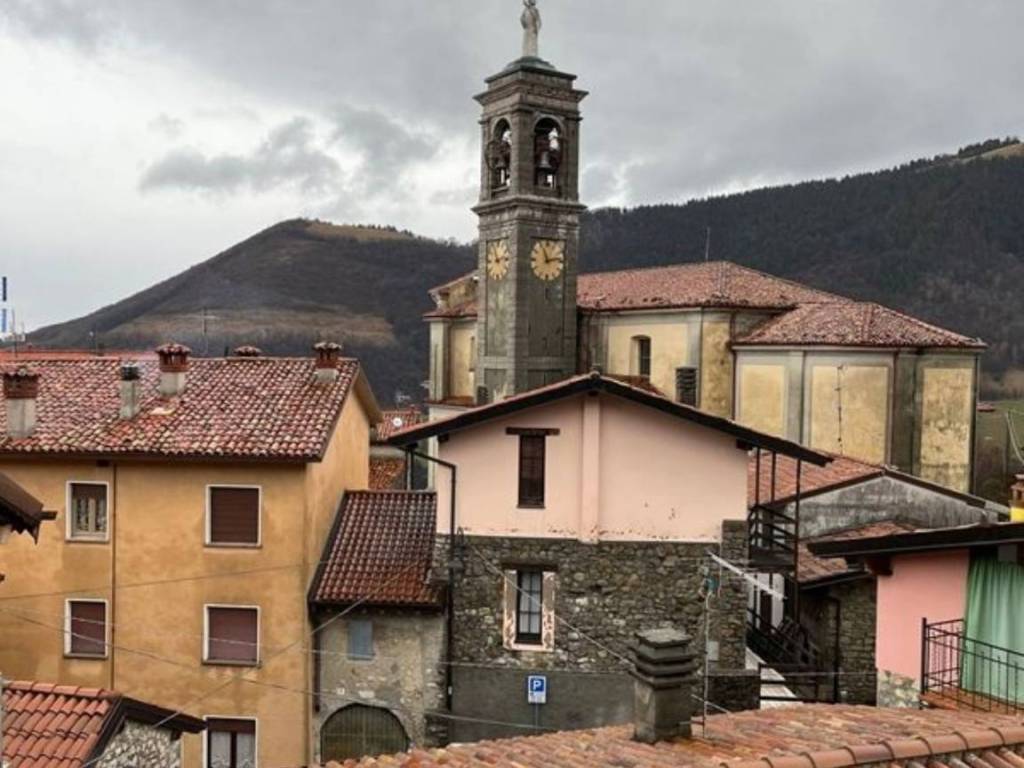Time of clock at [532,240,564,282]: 11:12
